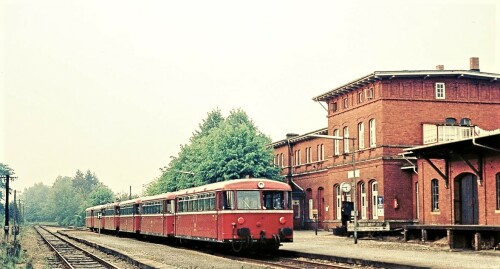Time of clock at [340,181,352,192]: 5:45
